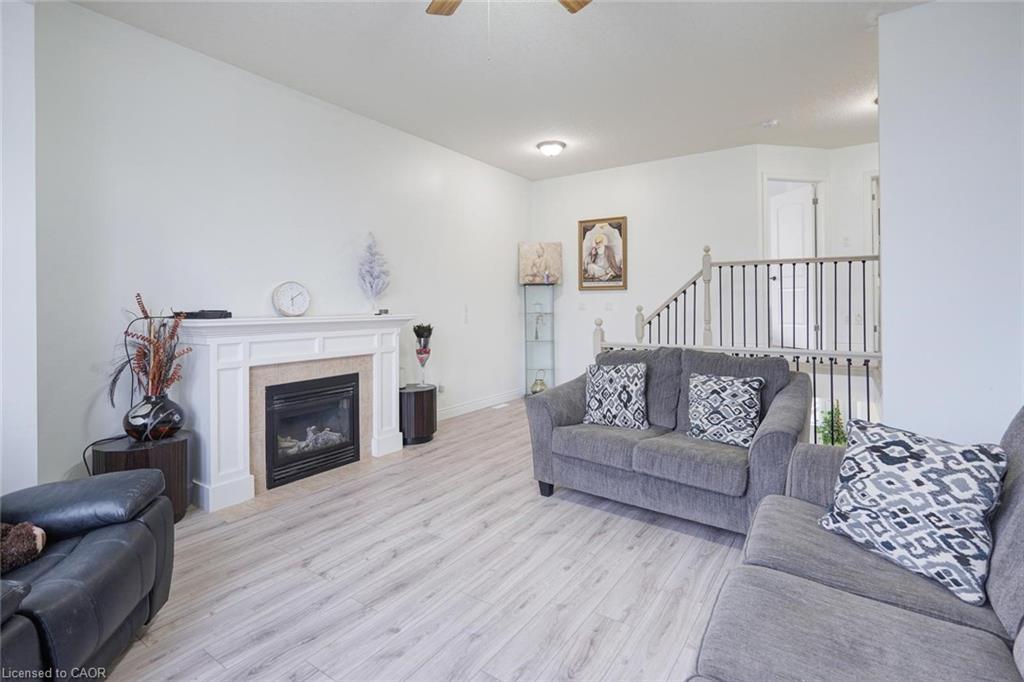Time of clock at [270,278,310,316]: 6:09
